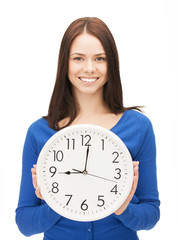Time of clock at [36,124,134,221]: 9:01
